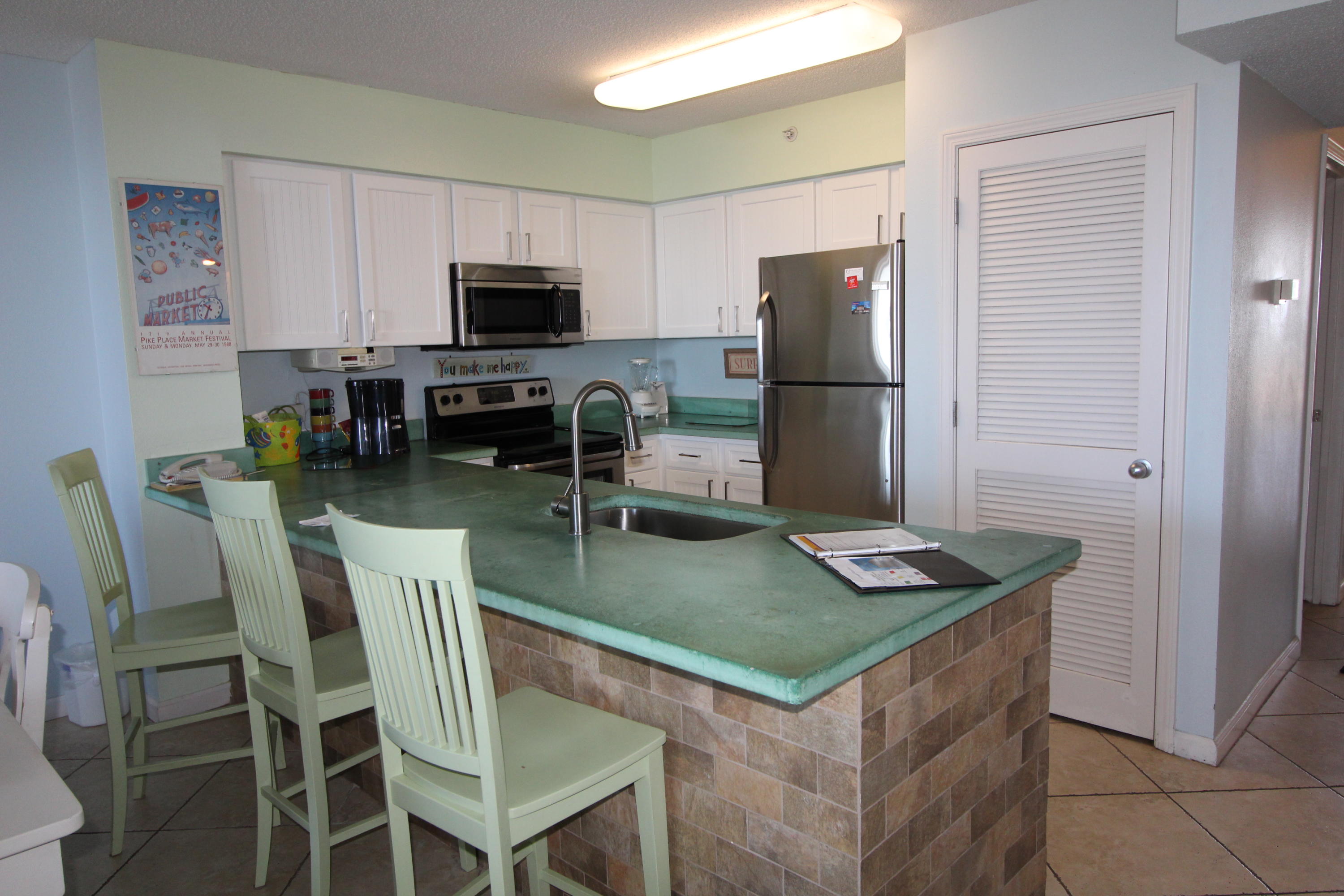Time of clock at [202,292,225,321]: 10:34
